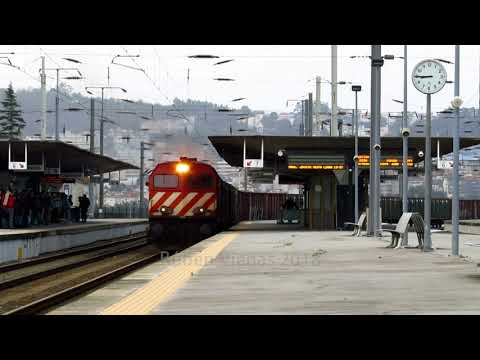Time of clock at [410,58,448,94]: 8:45
